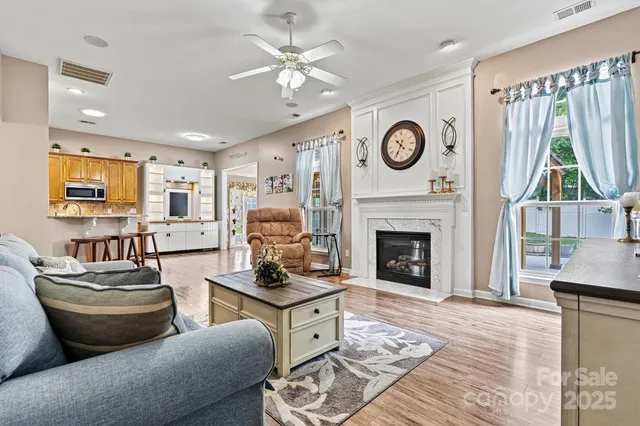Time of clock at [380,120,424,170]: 10:34
